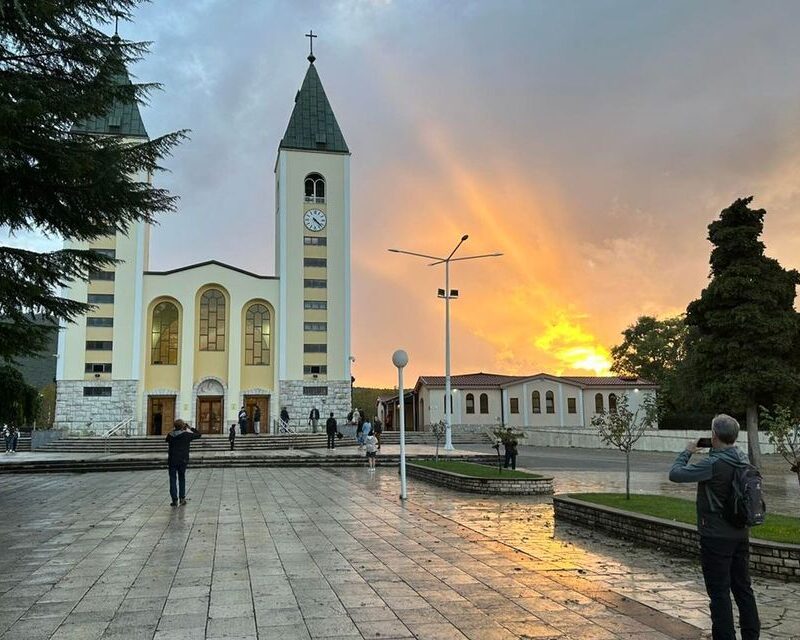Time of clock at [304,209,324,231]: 4:22
